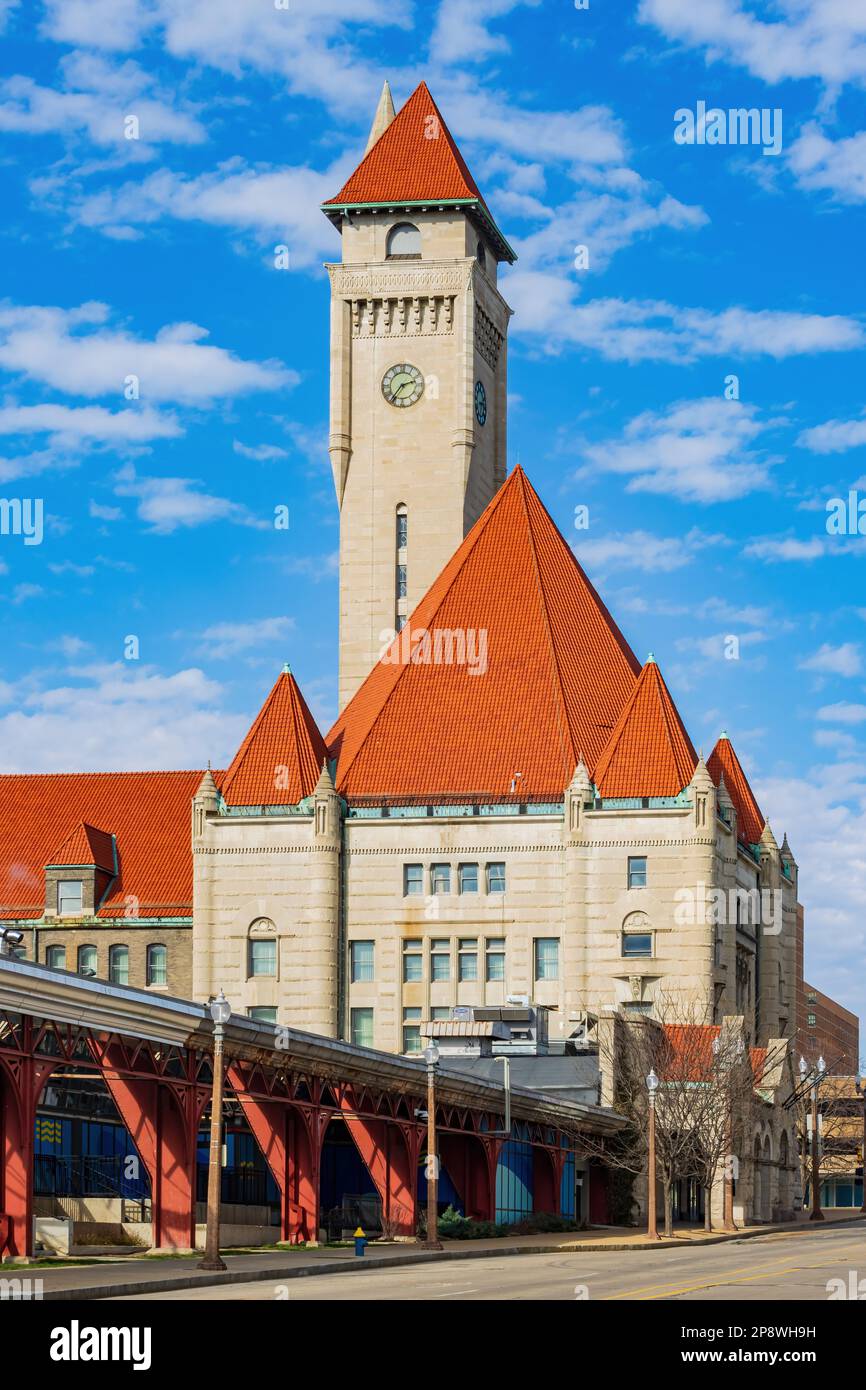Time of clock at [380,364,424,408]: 2:36
